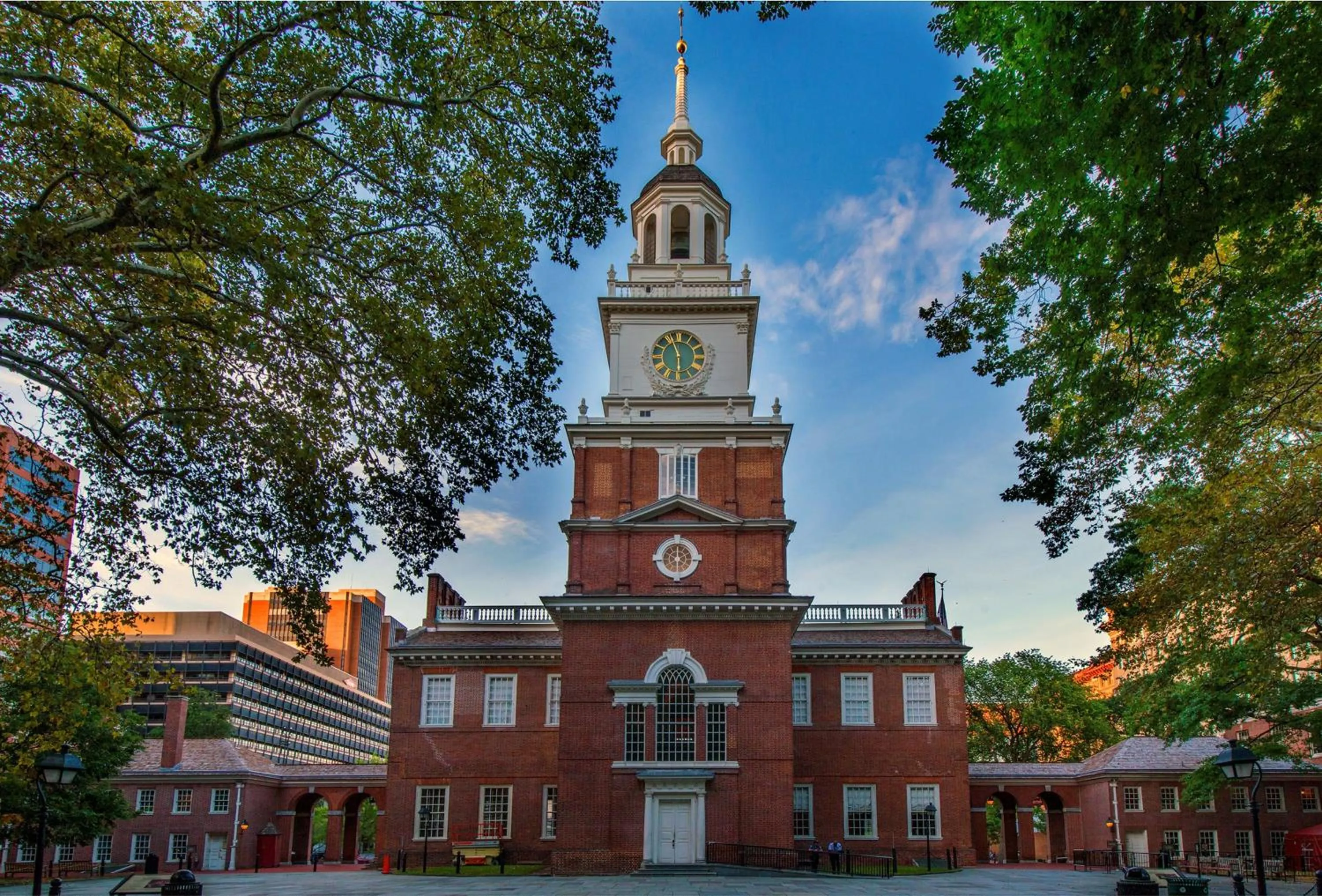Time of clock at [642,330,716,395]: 5:56
